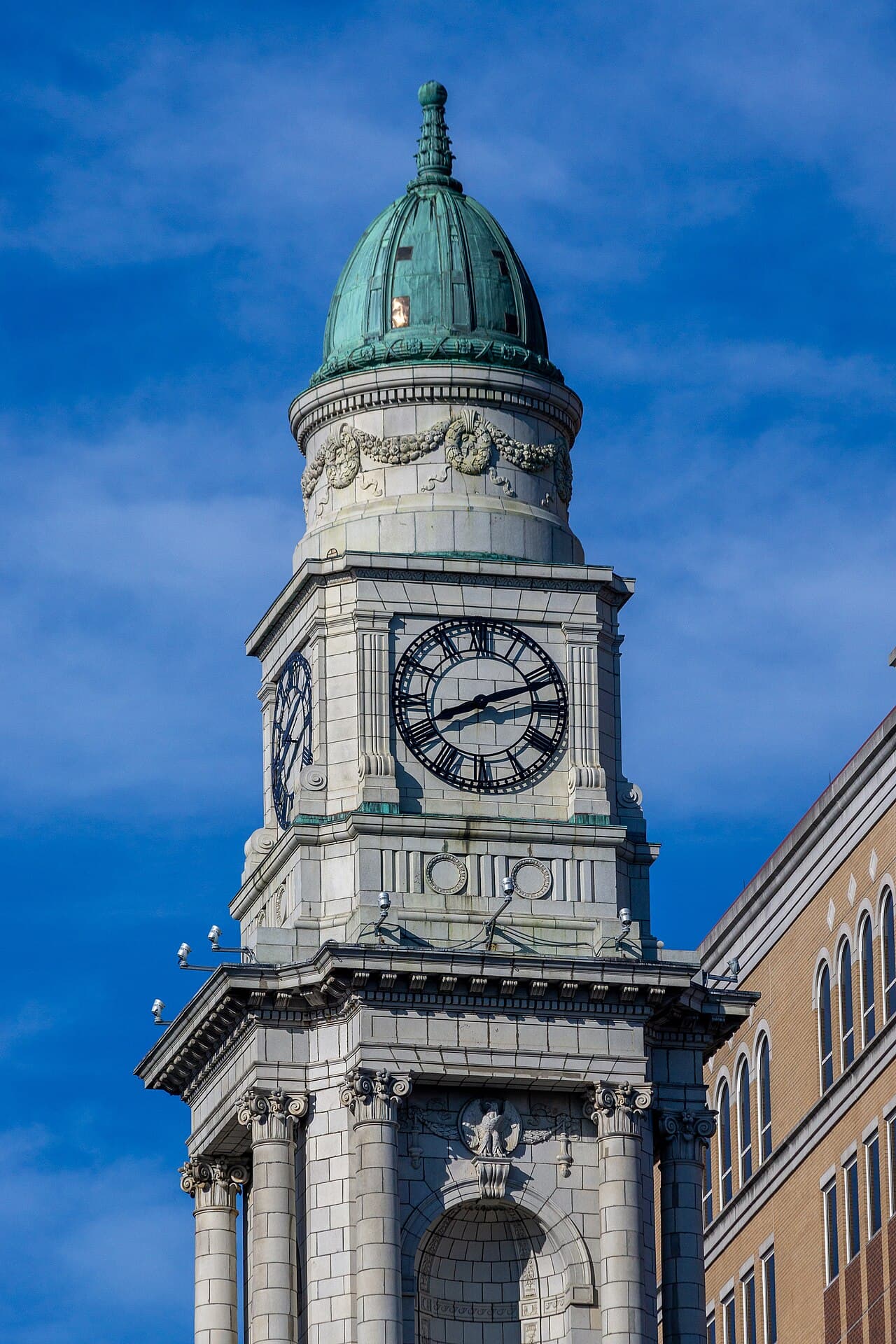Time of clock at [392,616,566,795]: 8:11
